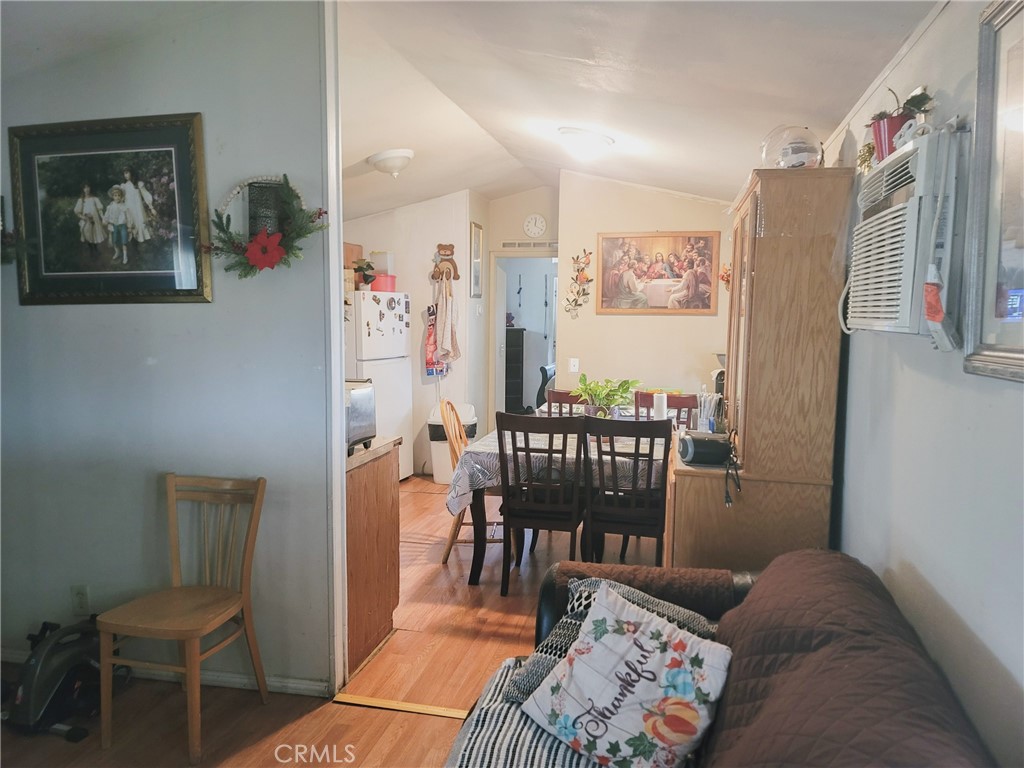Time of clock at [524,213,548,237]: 12:19
